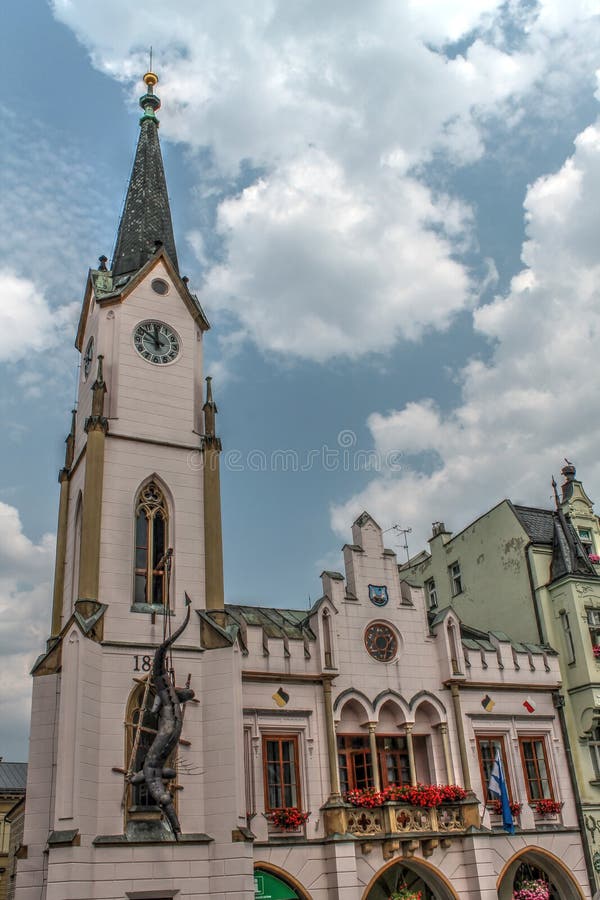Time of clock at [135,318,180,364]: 11:51
